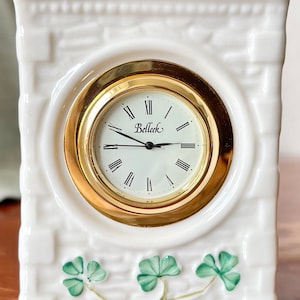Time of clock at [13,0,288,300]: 2:49
